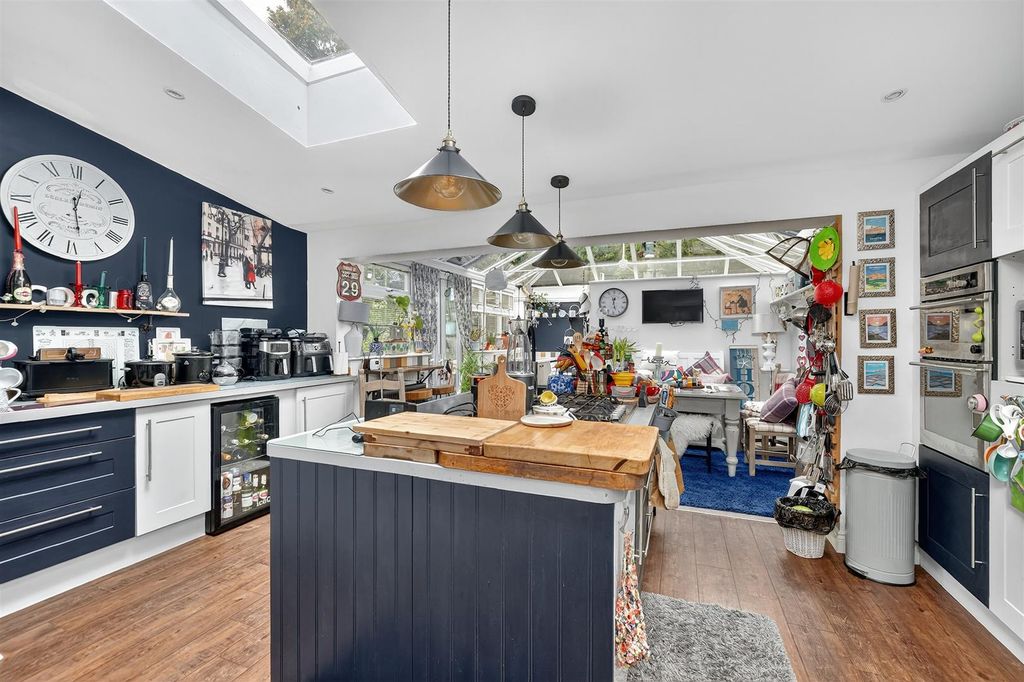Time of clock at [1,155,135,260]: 12:28
